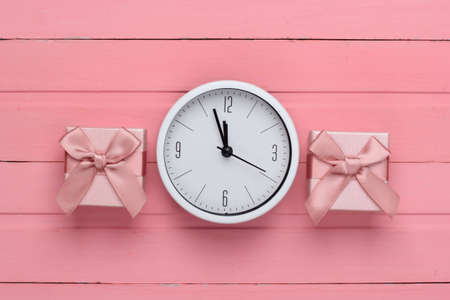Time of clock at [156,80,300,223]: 11:56
